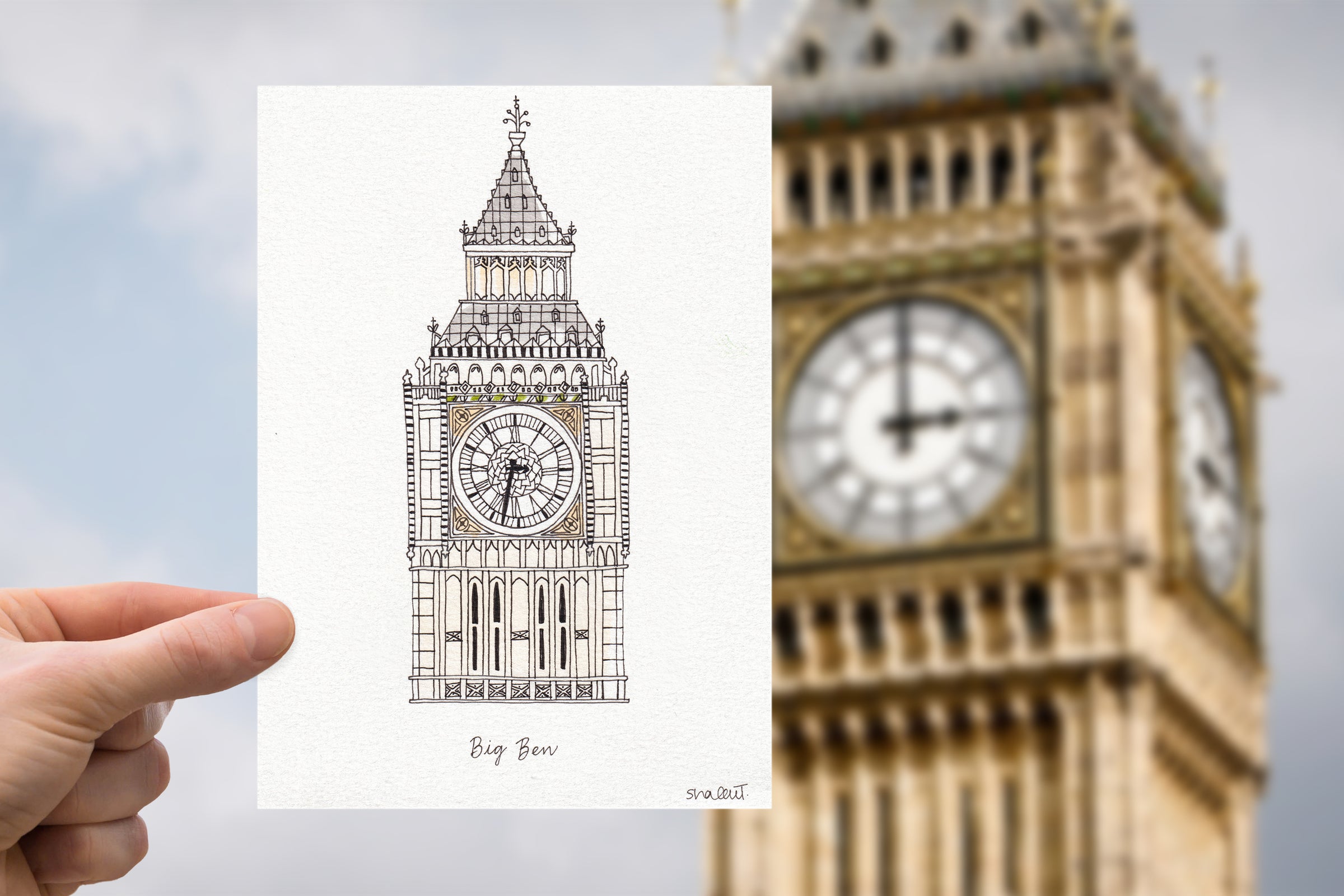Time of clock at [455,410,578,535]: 6:32
